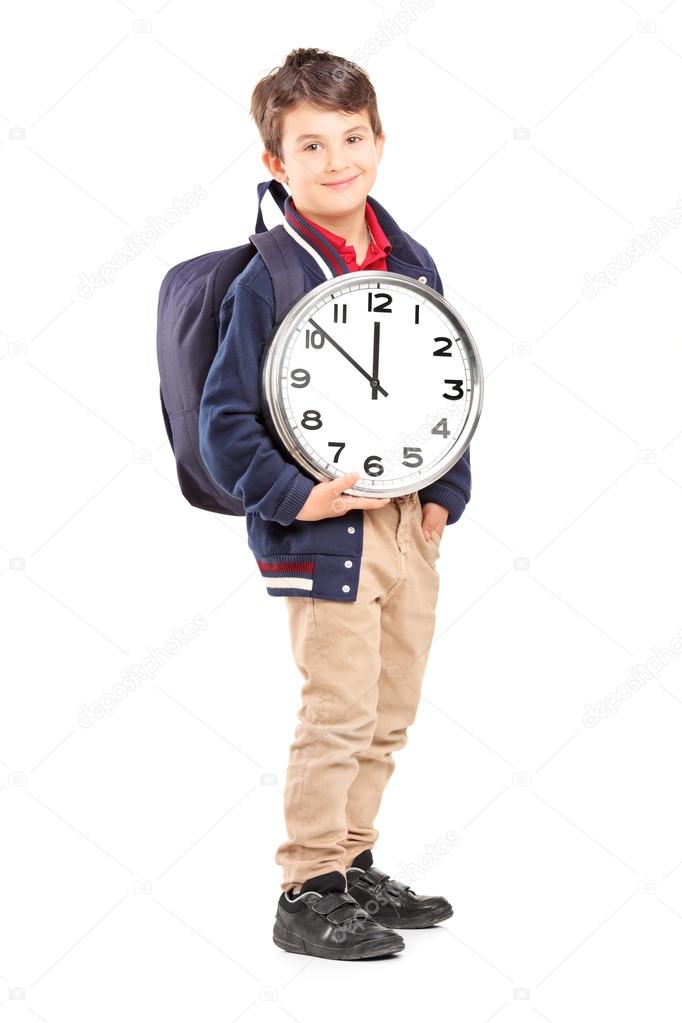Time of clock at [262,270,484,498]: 11:51
